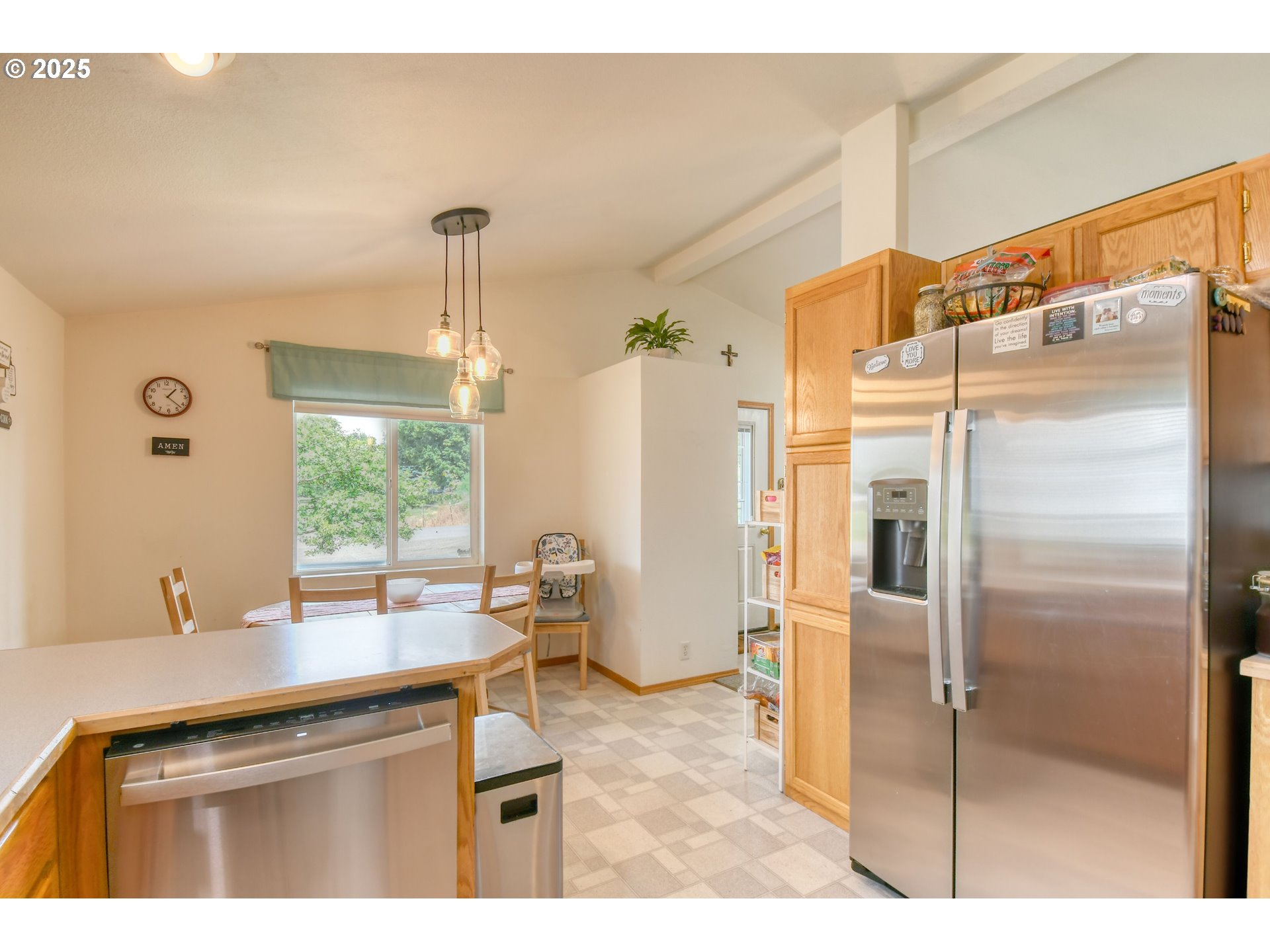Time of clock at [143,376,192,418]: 1:22
